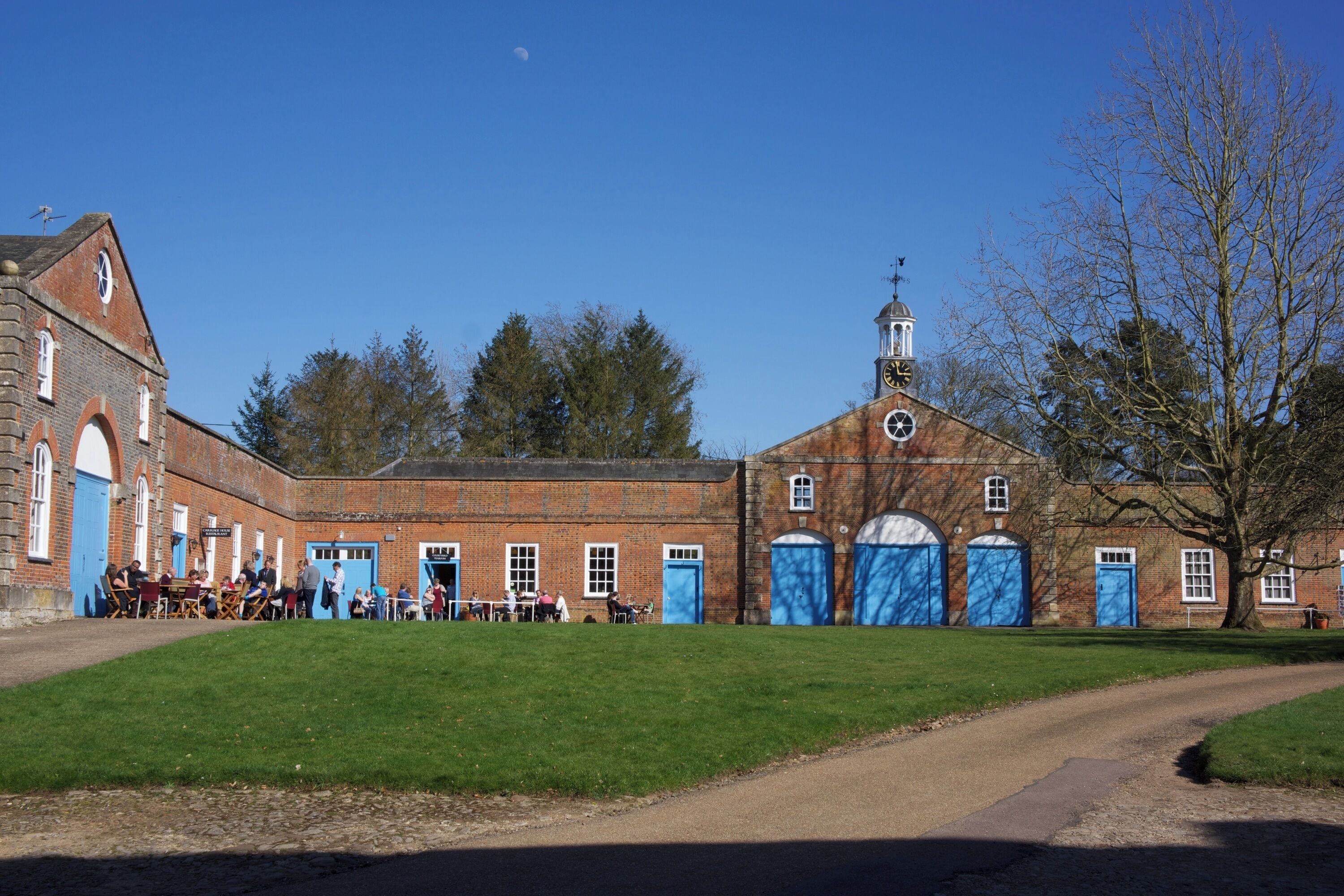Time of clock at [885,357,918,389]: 2:58
